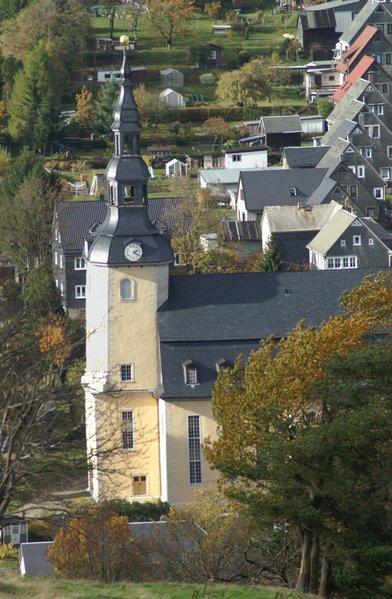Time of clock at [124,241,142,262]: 2:21
